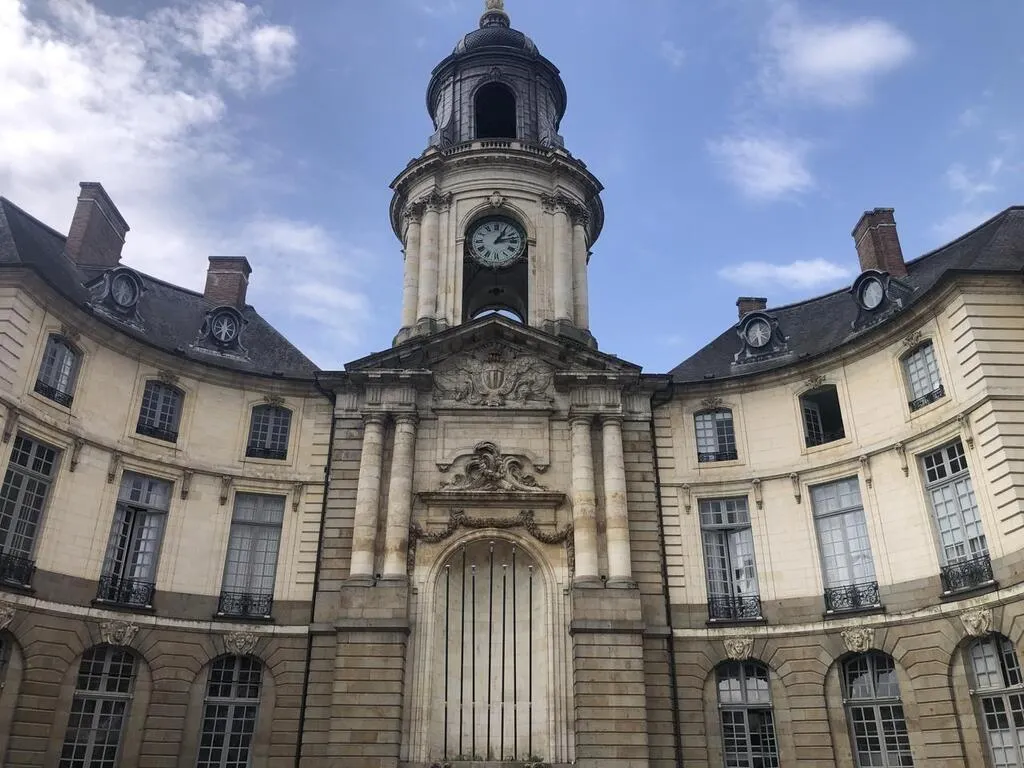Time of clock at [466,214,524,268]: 1:12
